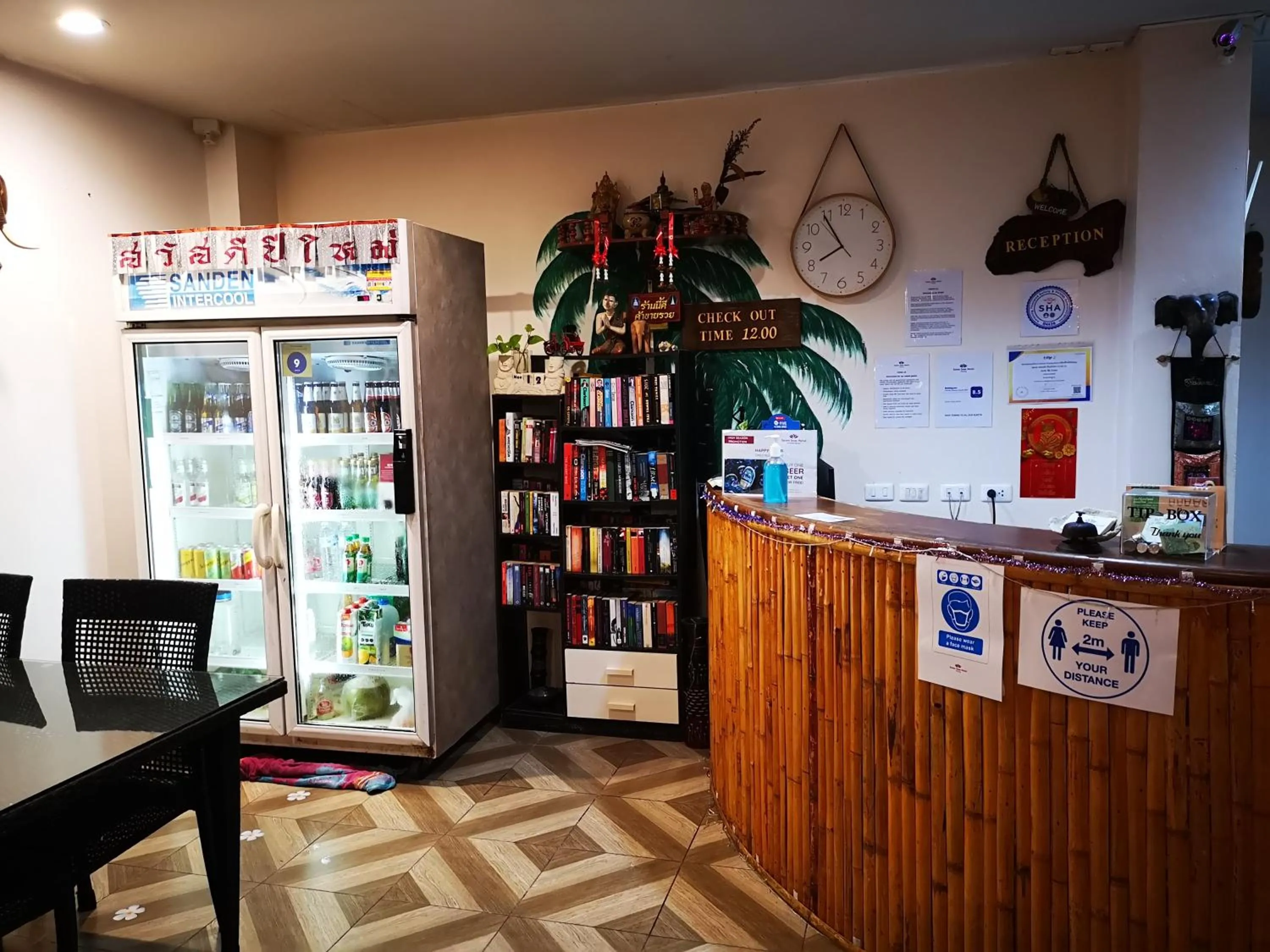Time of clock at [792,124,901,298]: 7:54
